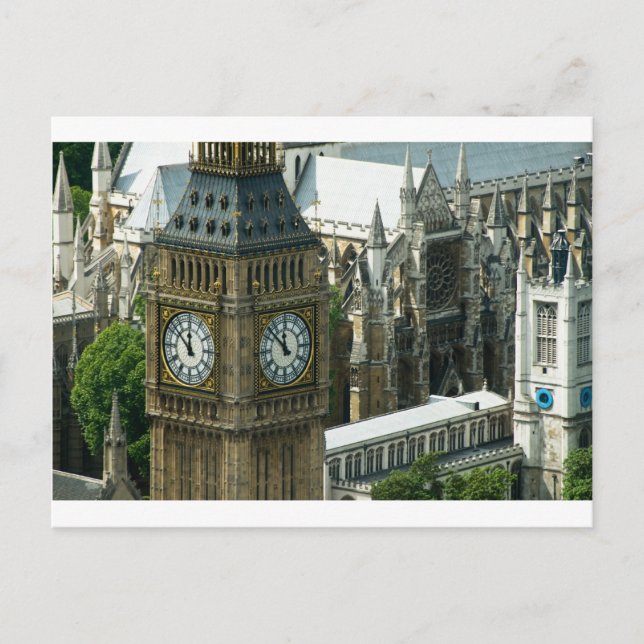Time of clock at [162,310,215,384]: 11:51
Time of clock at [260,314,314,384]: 11:52
